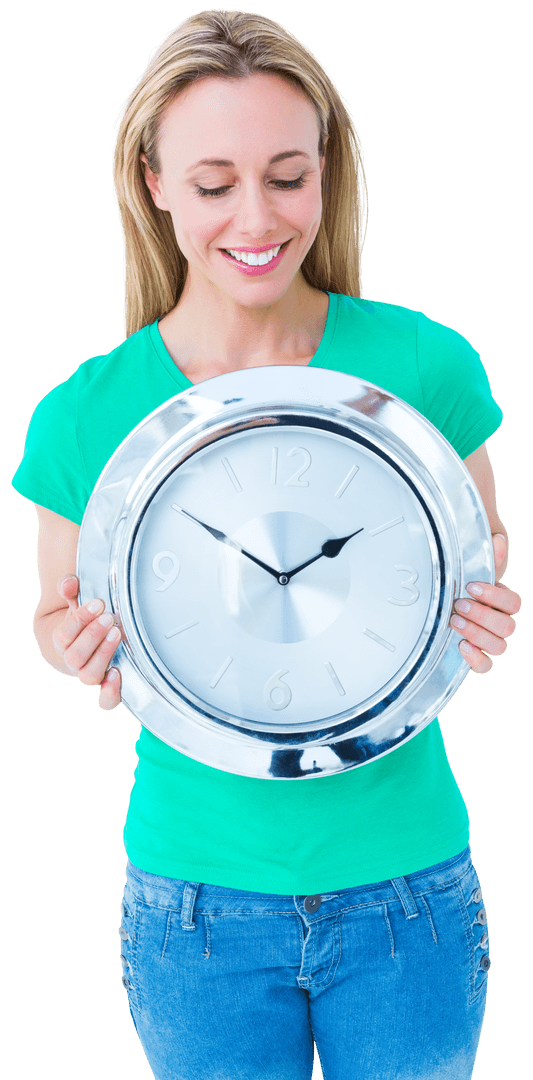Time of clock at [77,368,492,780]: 1:50
